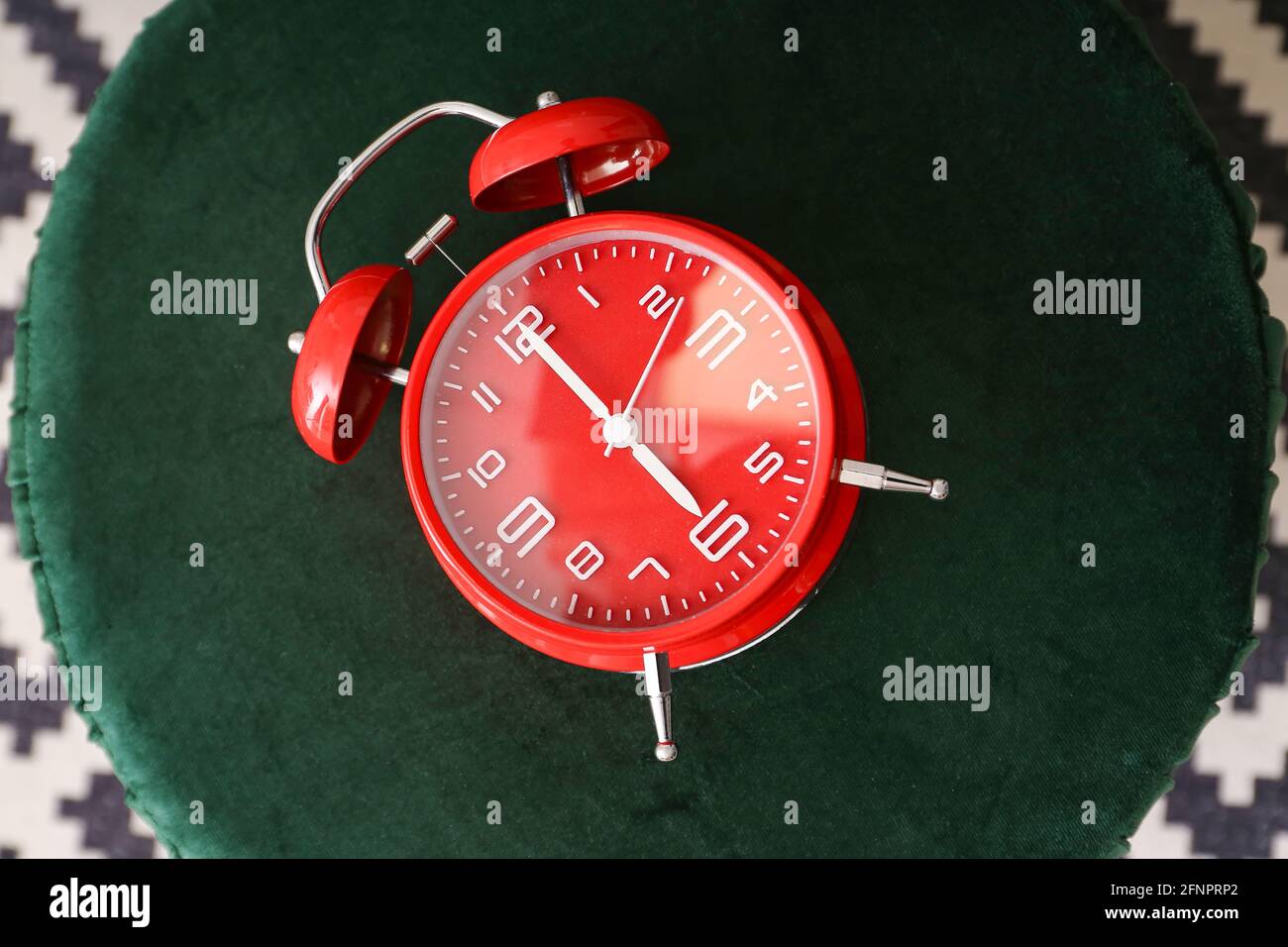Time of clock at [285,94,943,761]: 3:50
